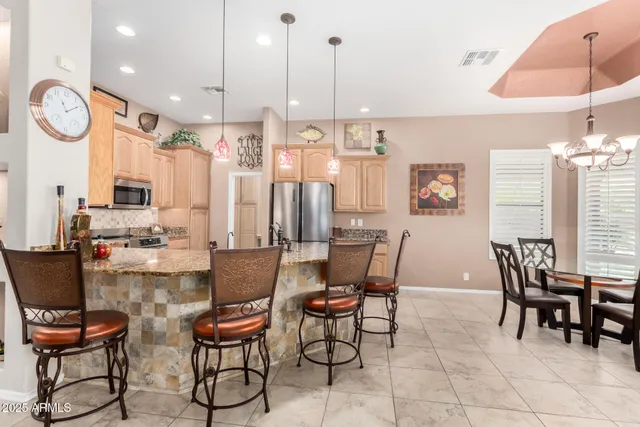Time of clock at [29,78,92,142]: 11:09
